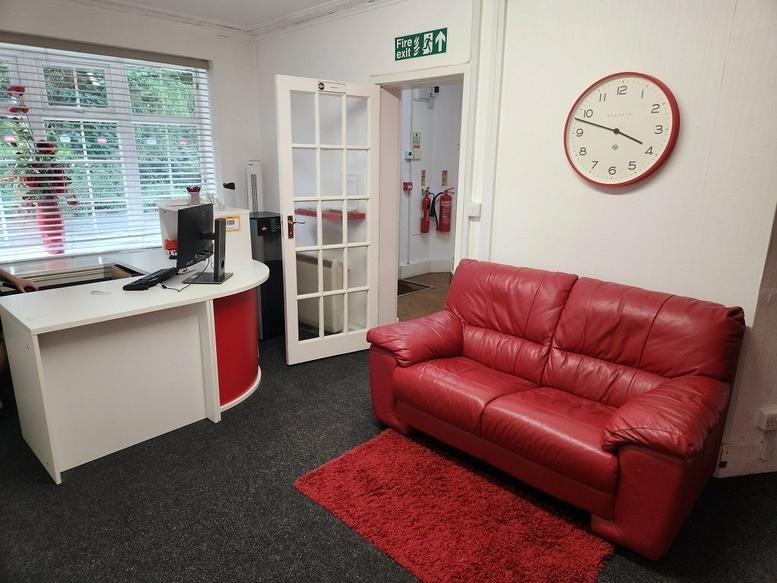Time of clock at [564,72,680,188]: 3:48
